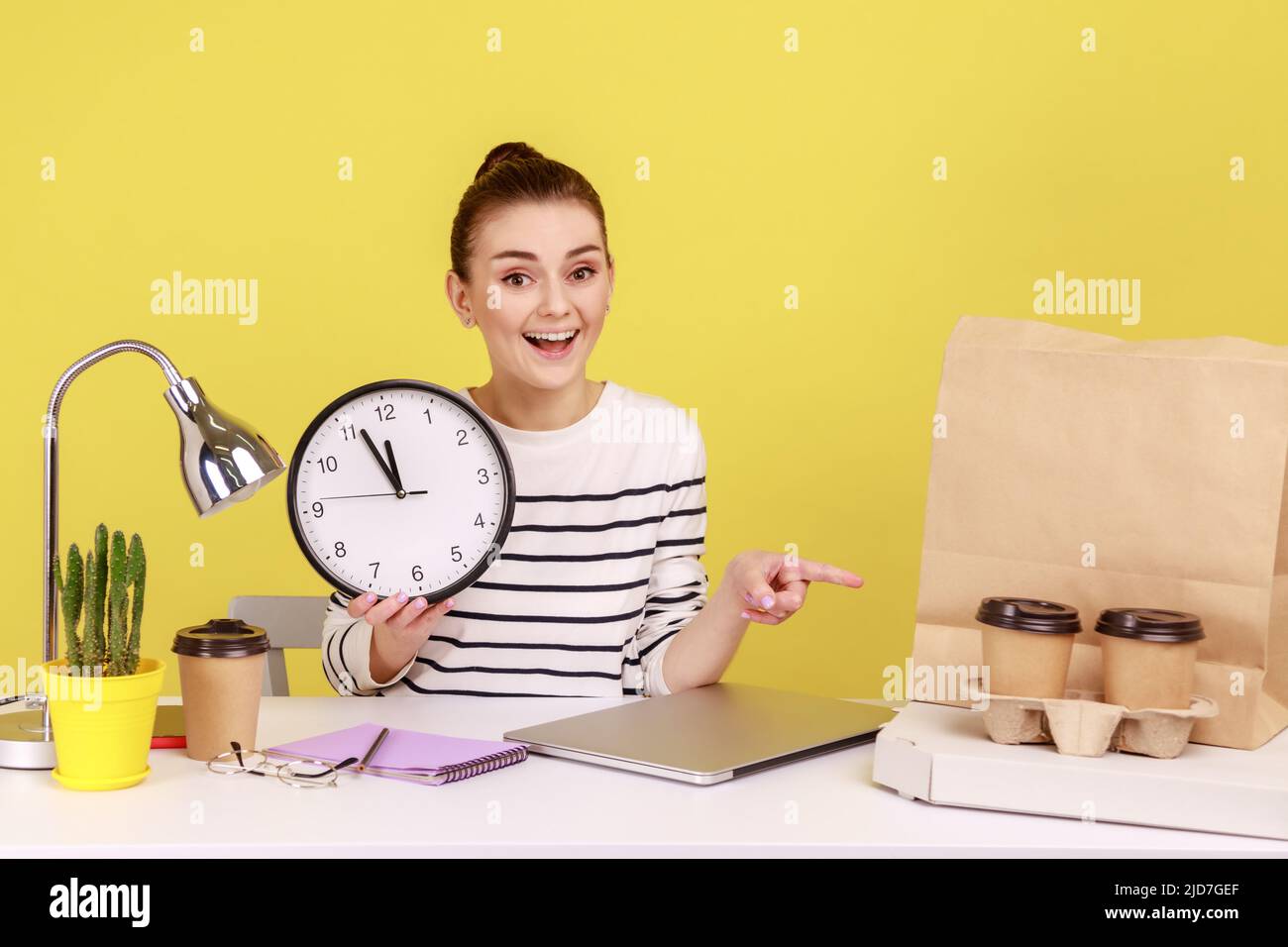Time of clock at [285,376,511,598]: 11:56
